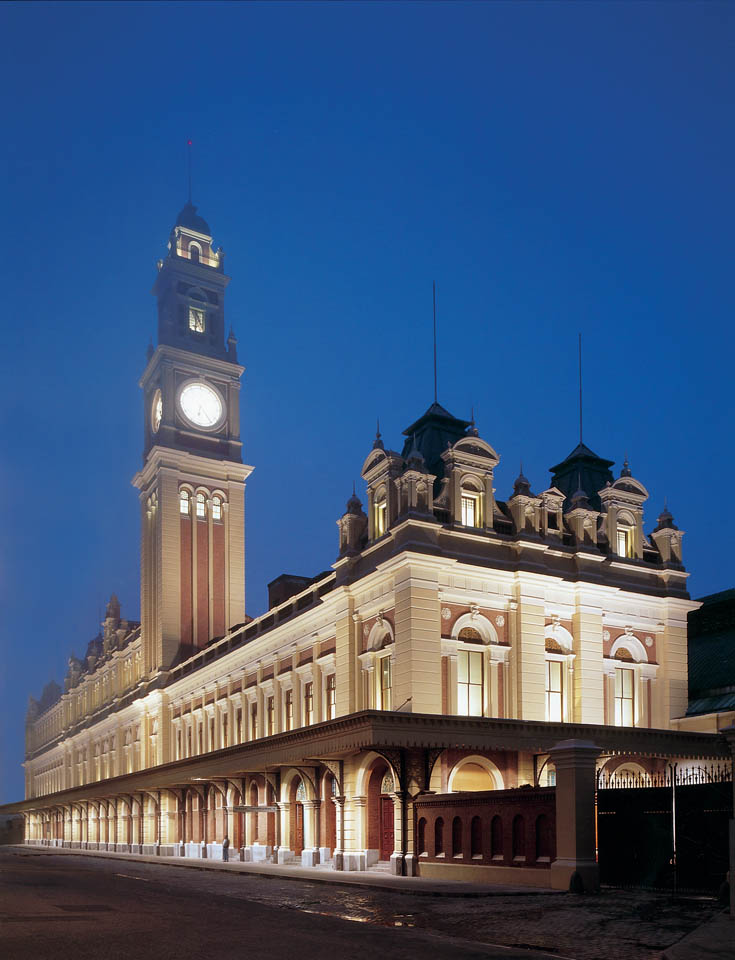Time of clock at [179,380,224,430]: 6:23
